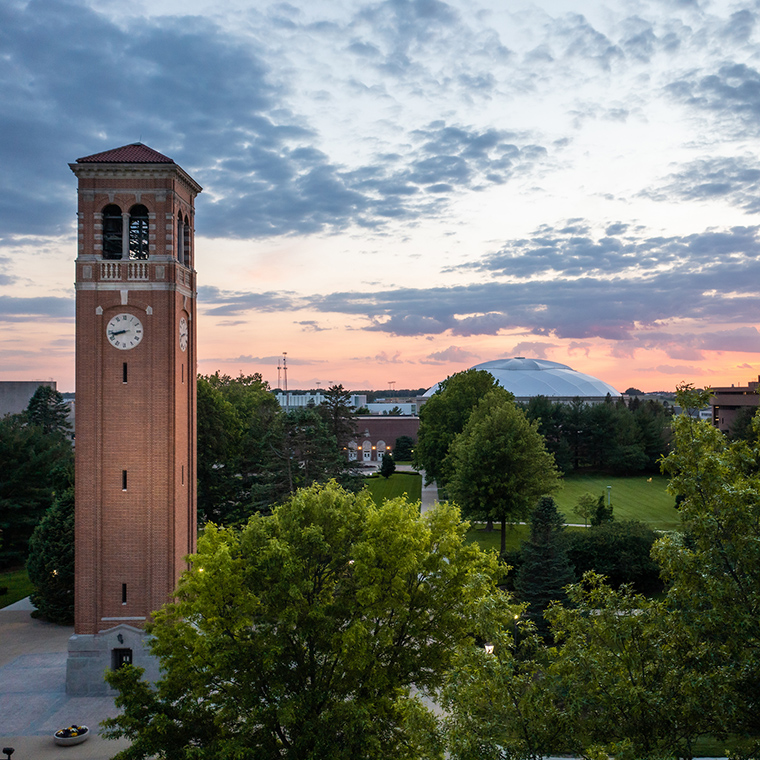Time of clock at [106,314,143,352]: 8:42
